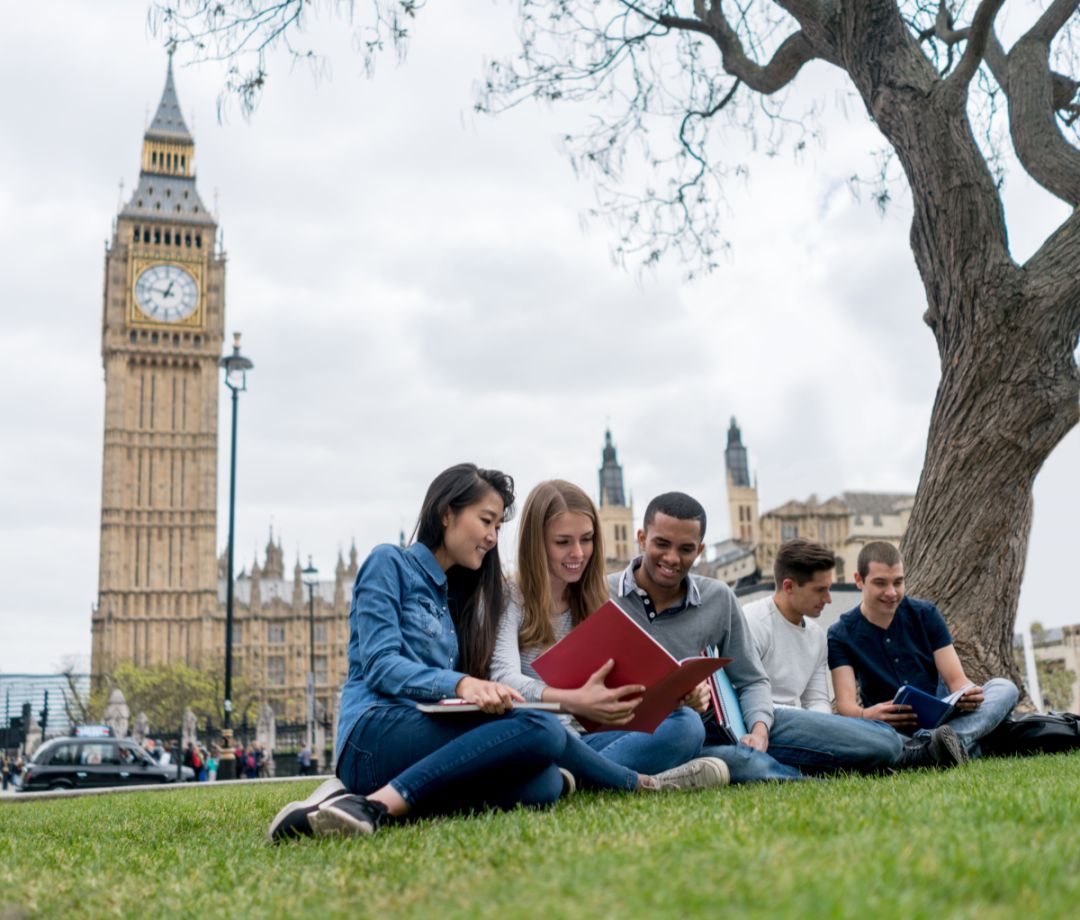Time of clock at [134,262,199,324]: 12:47
